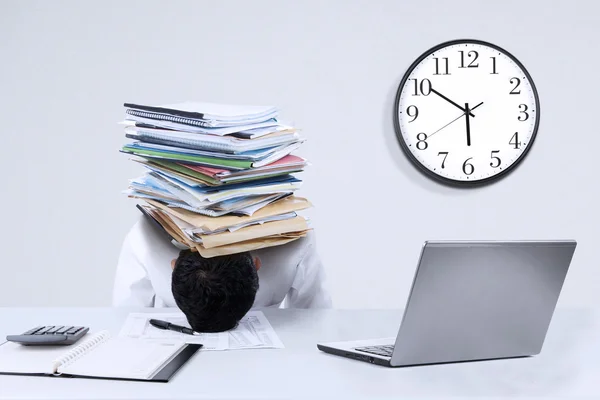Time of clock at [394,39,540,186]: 5:50
